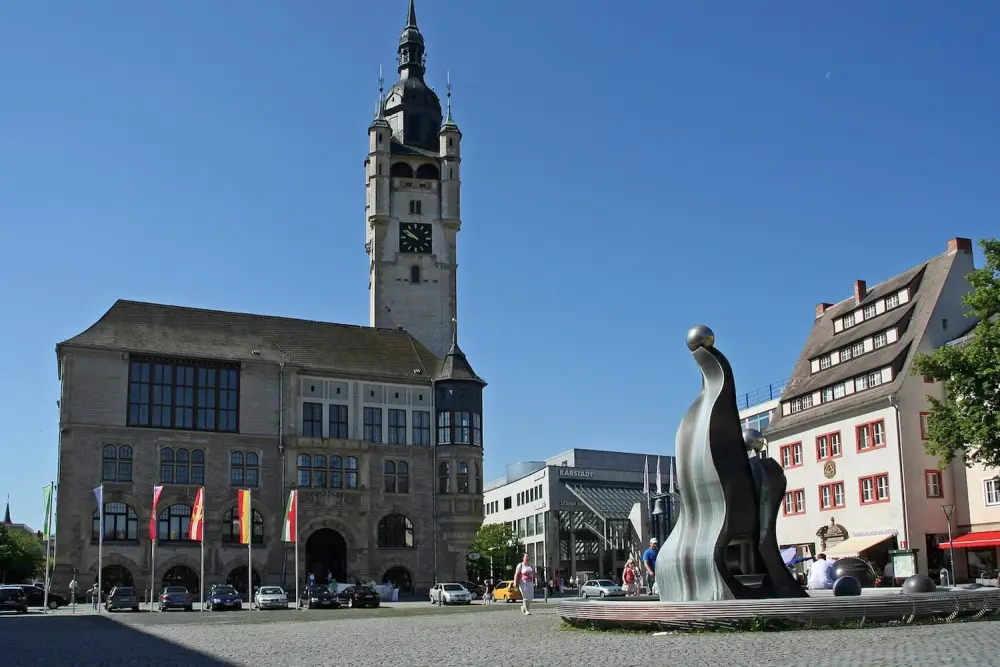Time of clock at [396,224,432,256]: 9:51
